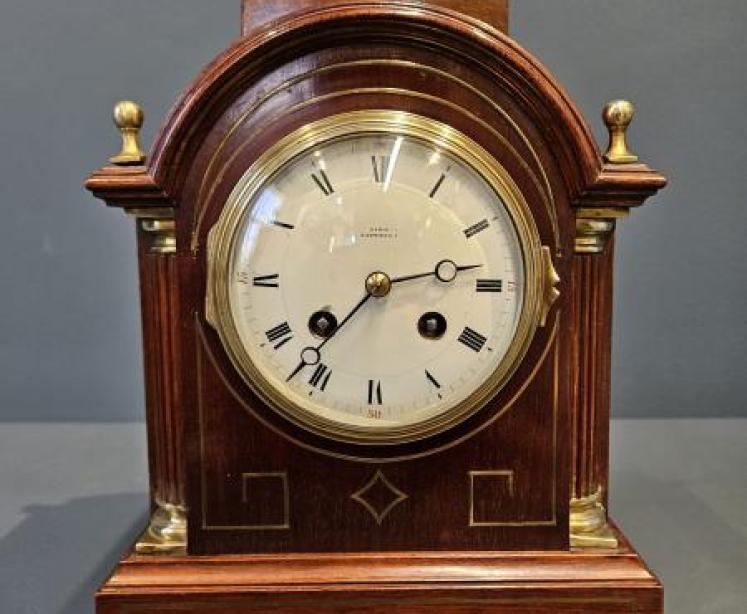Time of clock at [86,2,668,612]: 2:37
